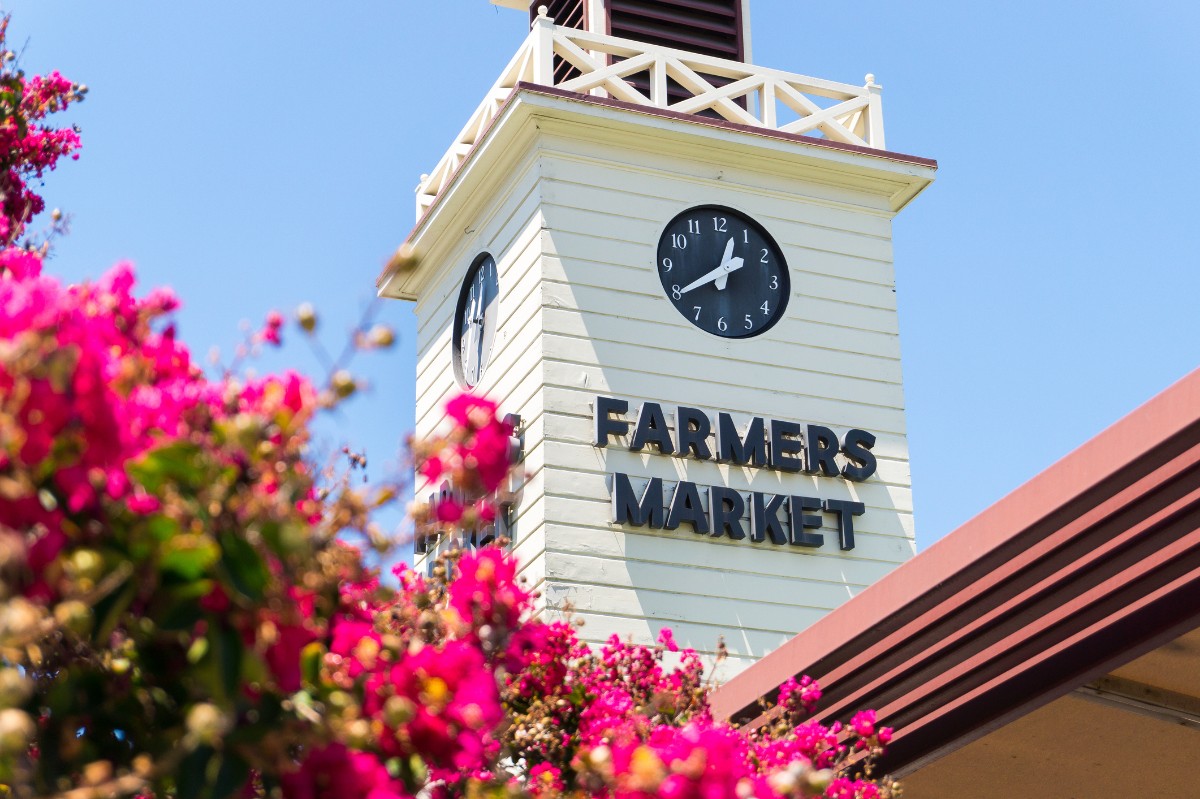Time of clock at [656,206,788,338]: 12:39
